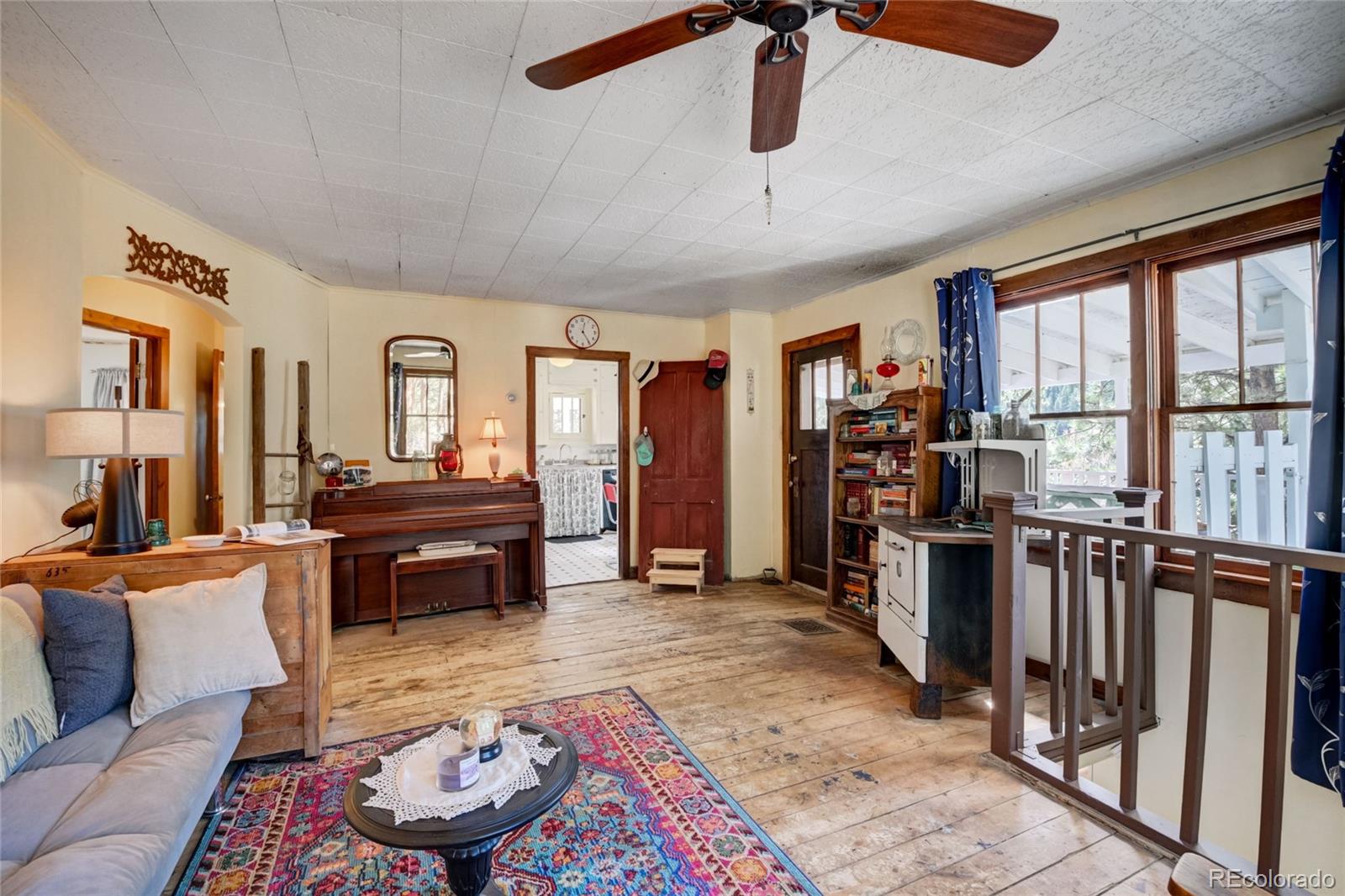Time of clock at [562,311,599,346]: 12:24
